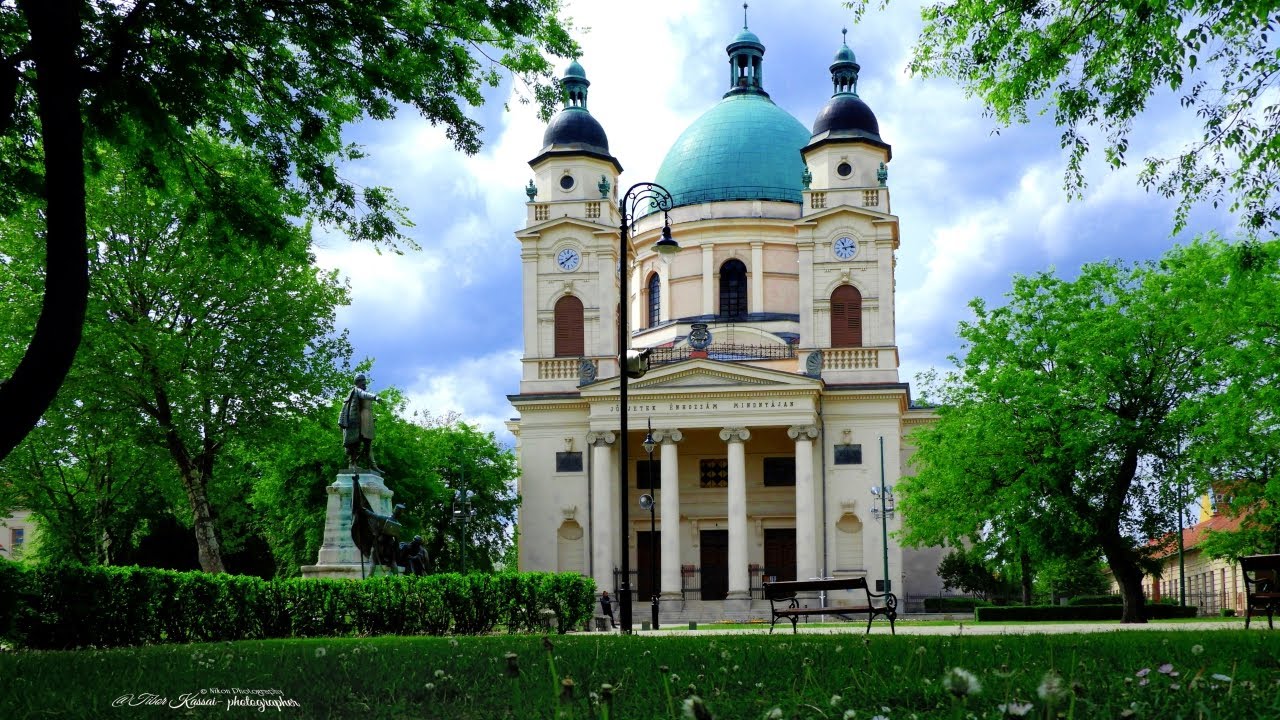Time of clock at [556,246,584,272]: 1:39
